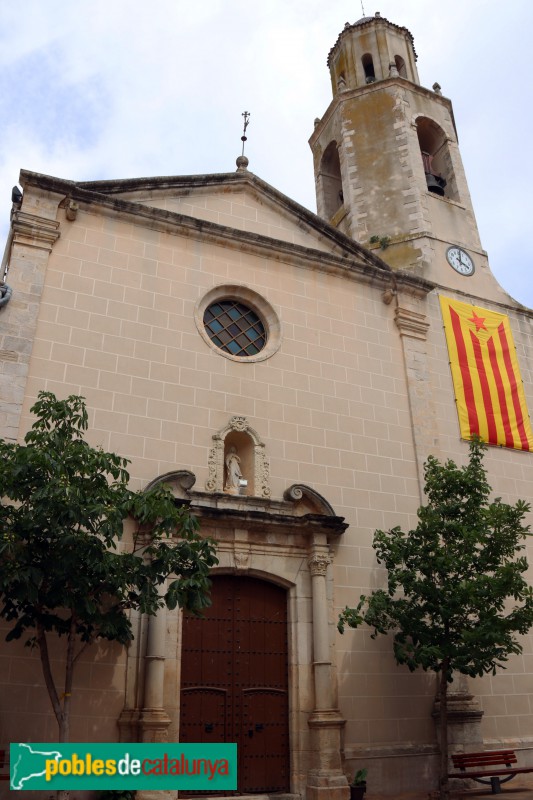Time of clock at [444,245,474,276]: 4:01
